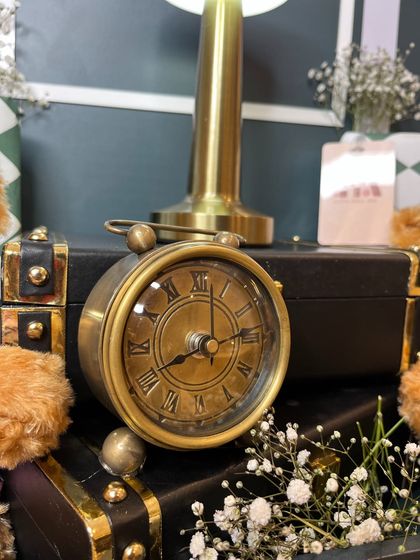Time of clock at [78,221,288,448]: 8:13
